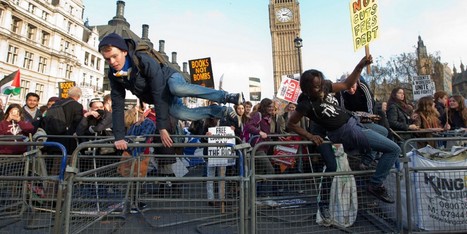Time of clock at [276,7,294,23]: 2:17
